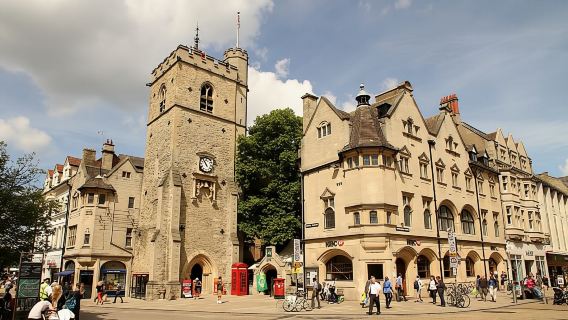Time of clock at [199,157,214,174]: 10:53
